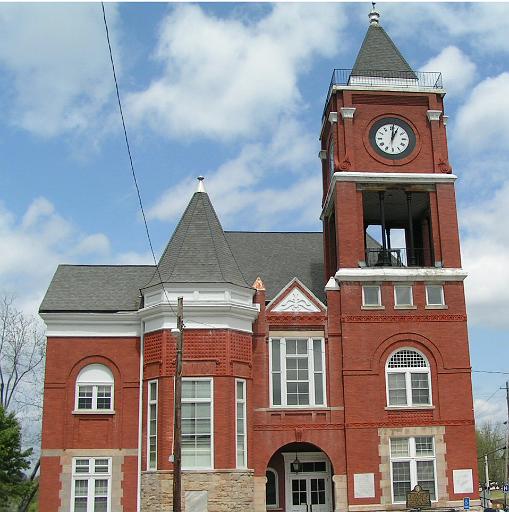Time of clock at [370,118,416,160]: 1:01
